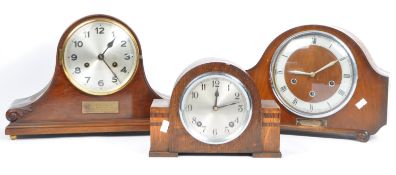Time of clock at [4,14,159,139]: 1:23
